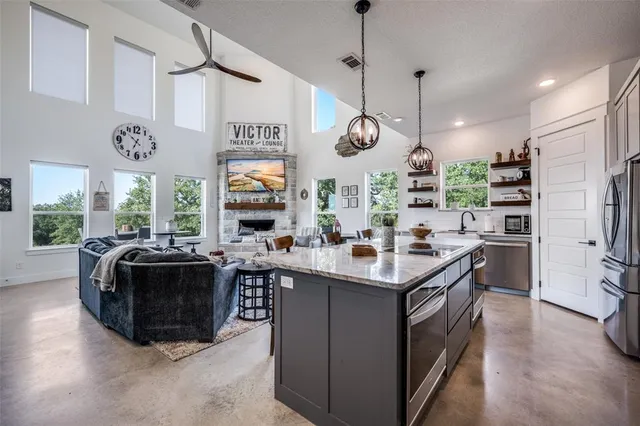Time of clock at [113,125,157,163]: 6:52
